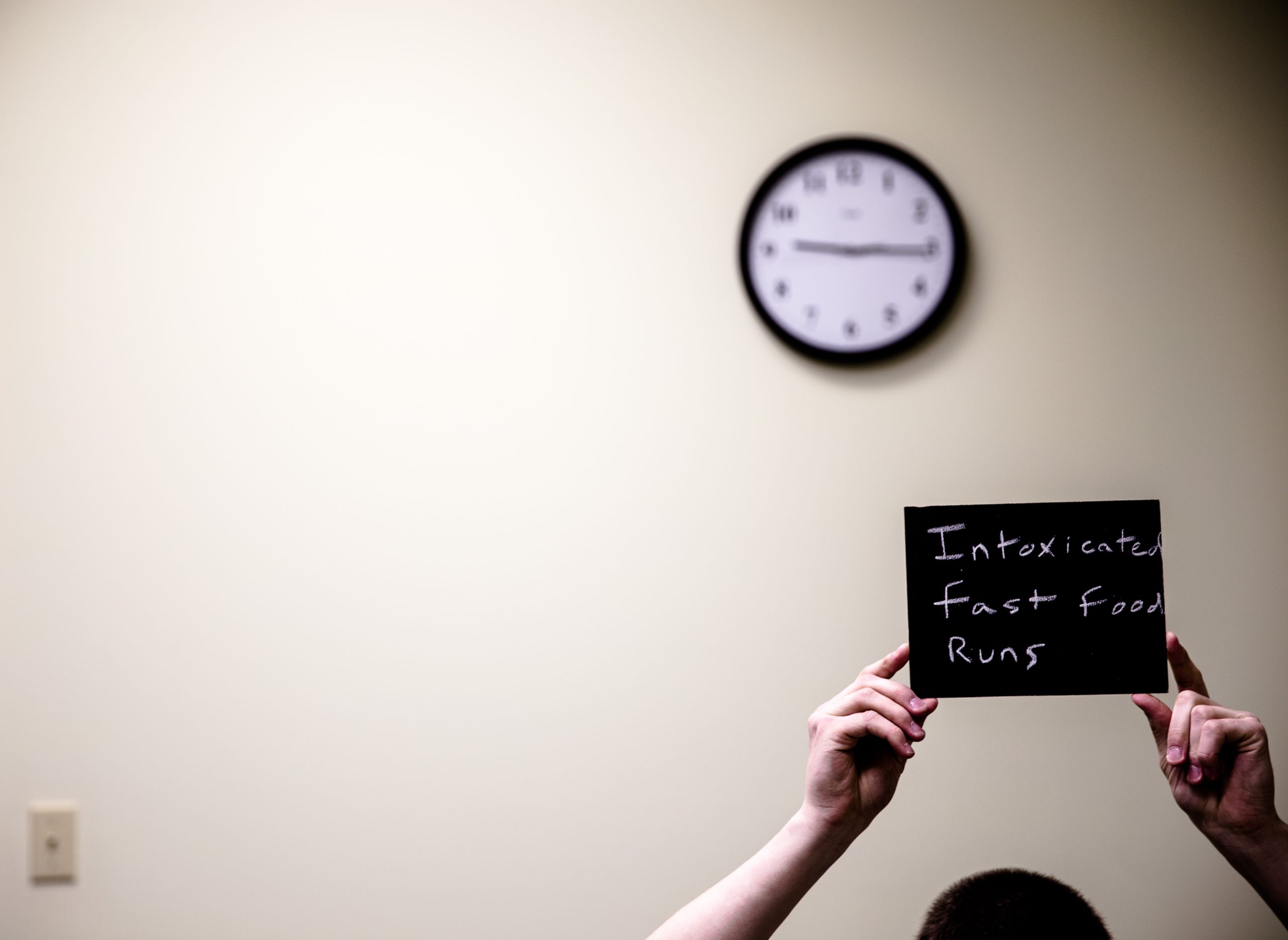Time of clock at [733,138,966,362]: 9:15
